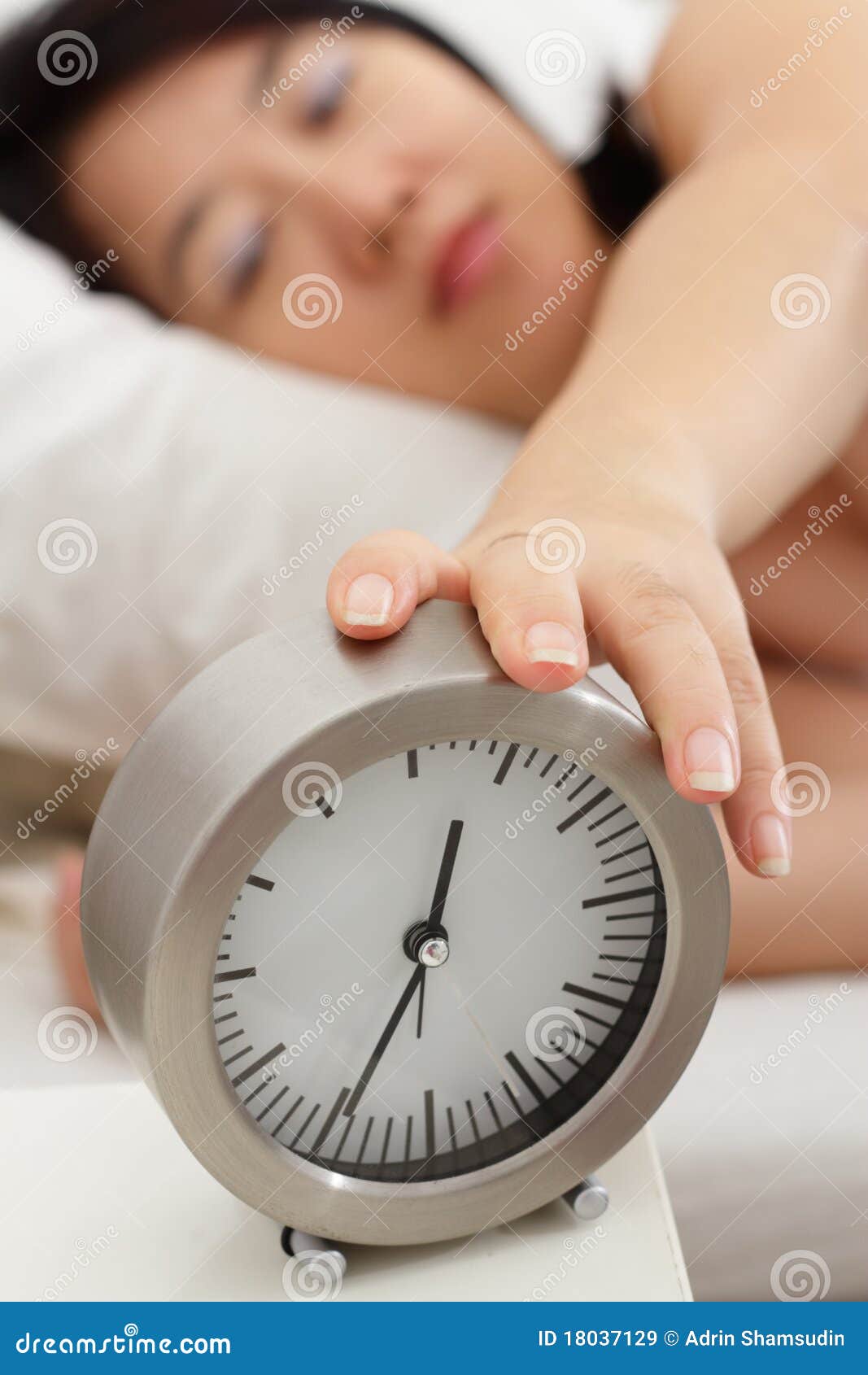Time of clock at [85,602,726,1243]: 12:34
